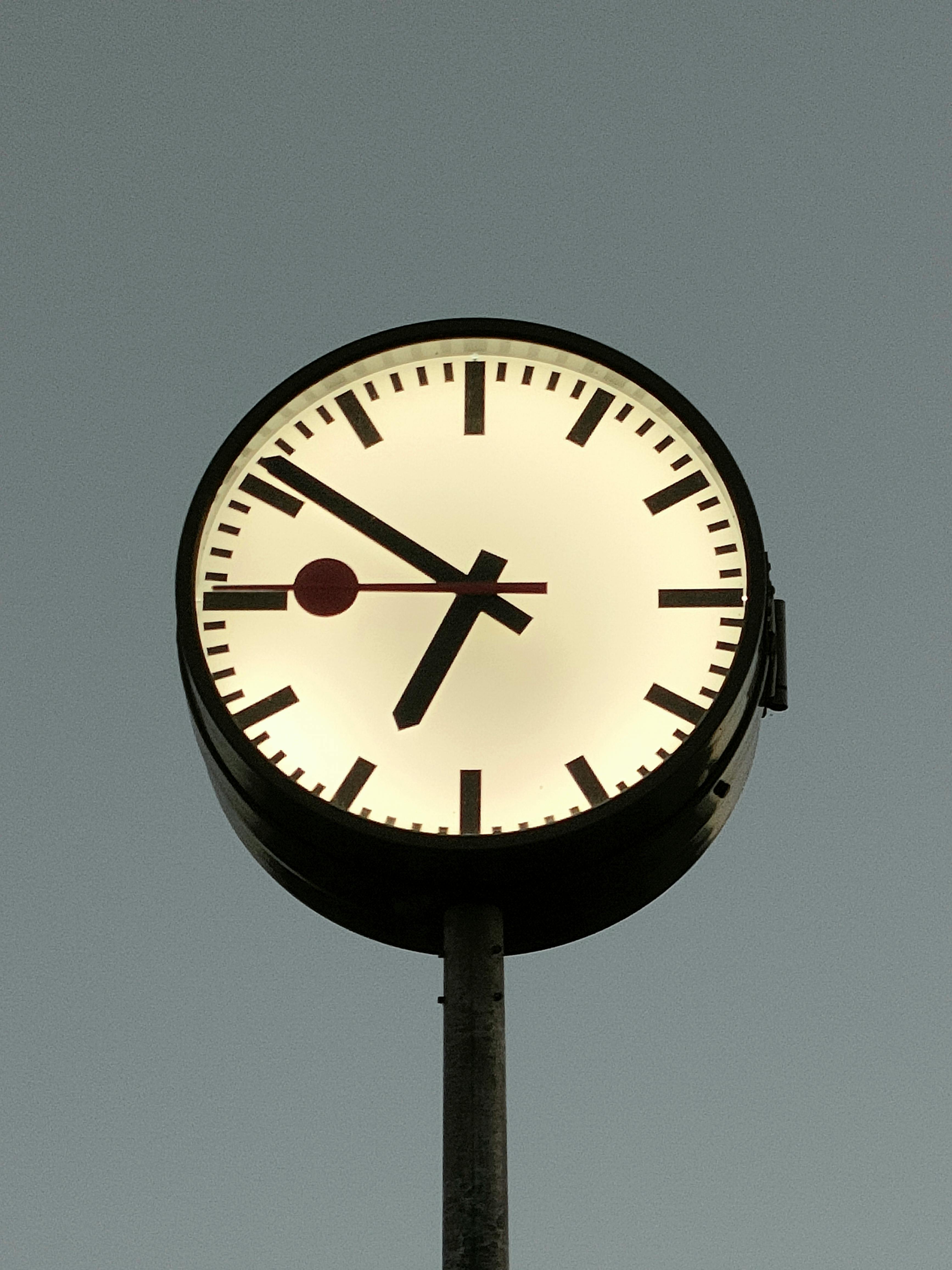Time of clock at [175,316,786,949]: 6:51
